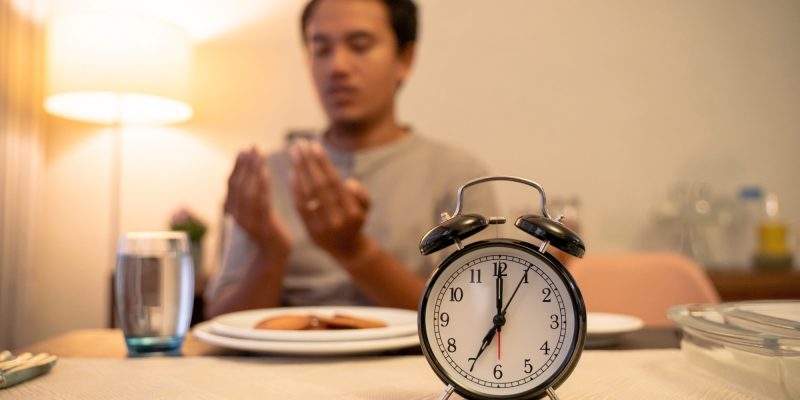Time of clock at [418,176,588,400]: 7:00
